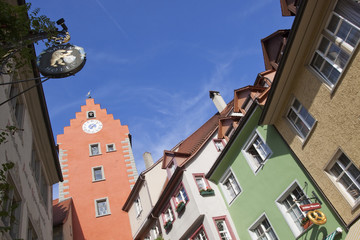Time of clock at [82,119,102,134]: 7:07
